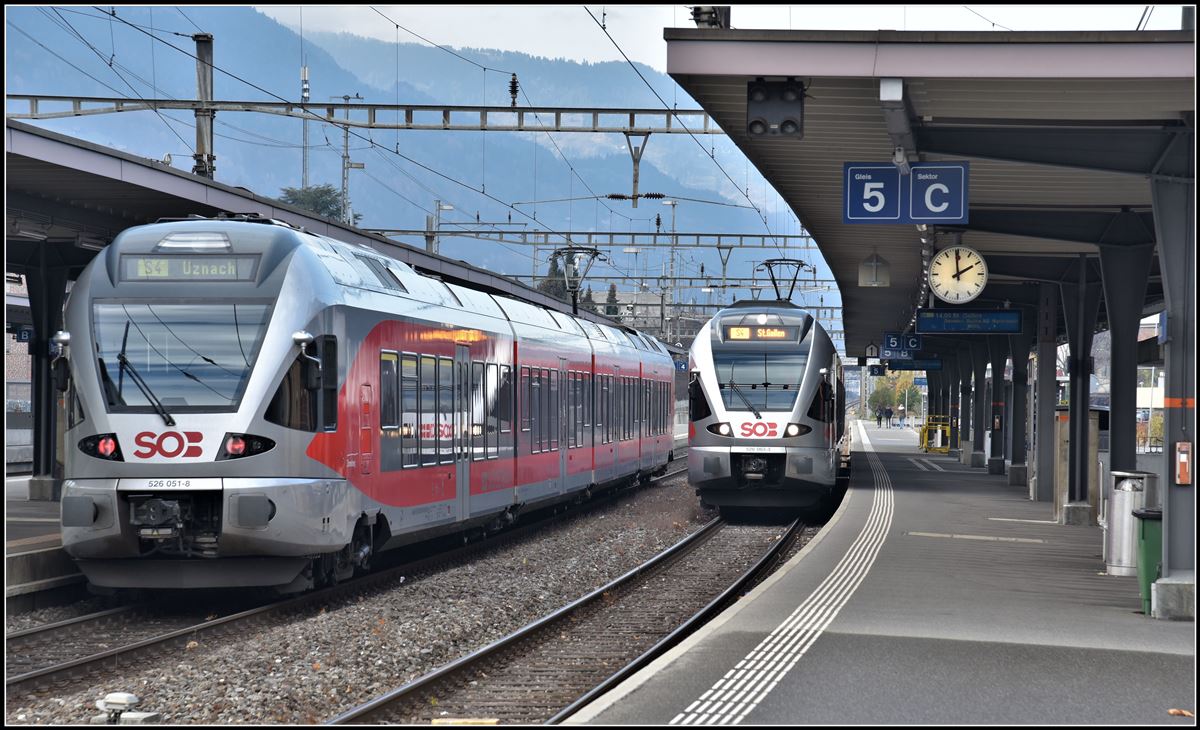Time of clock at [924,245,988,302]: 1:59
